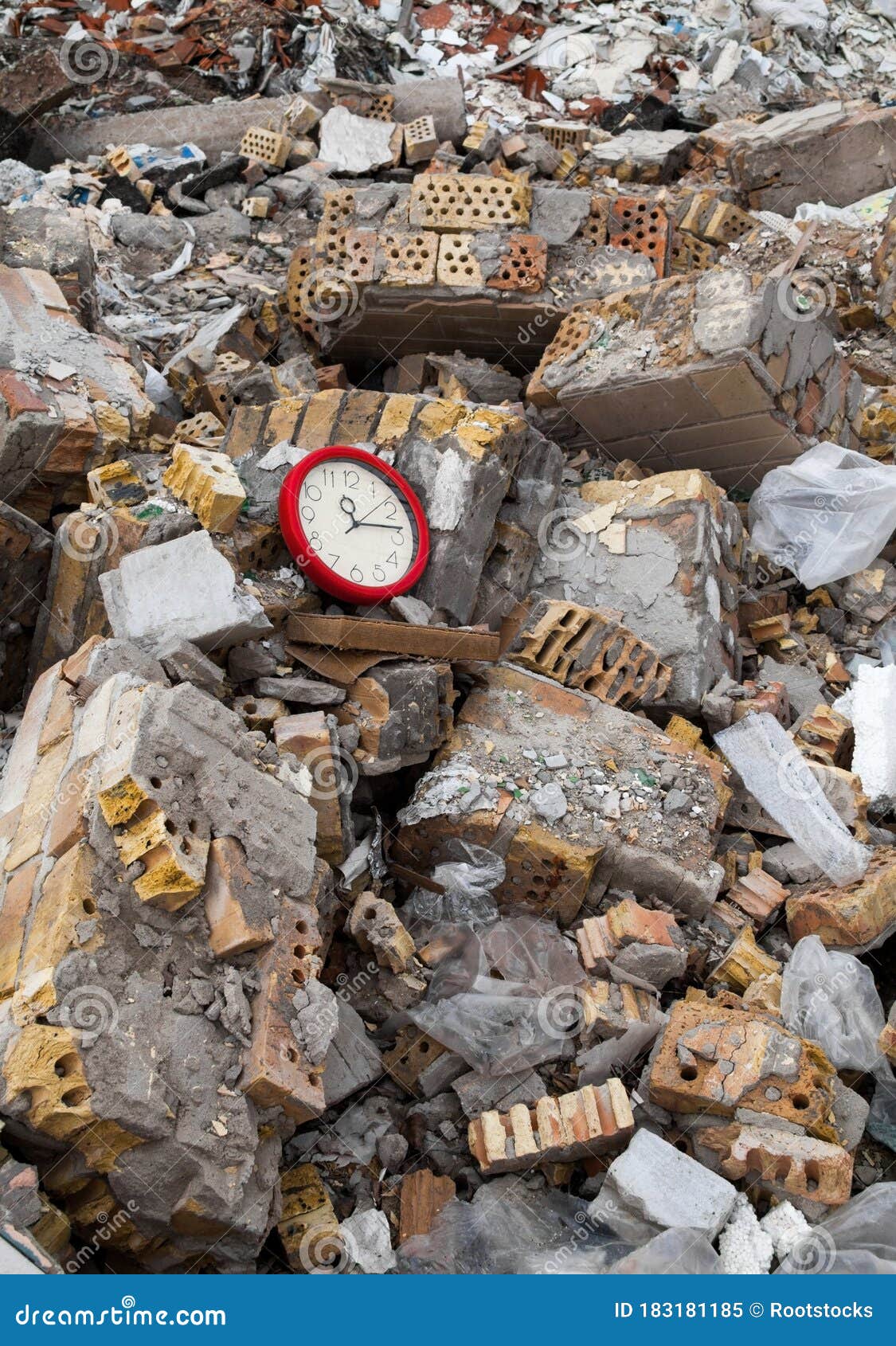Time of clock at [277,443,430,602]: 11:13
